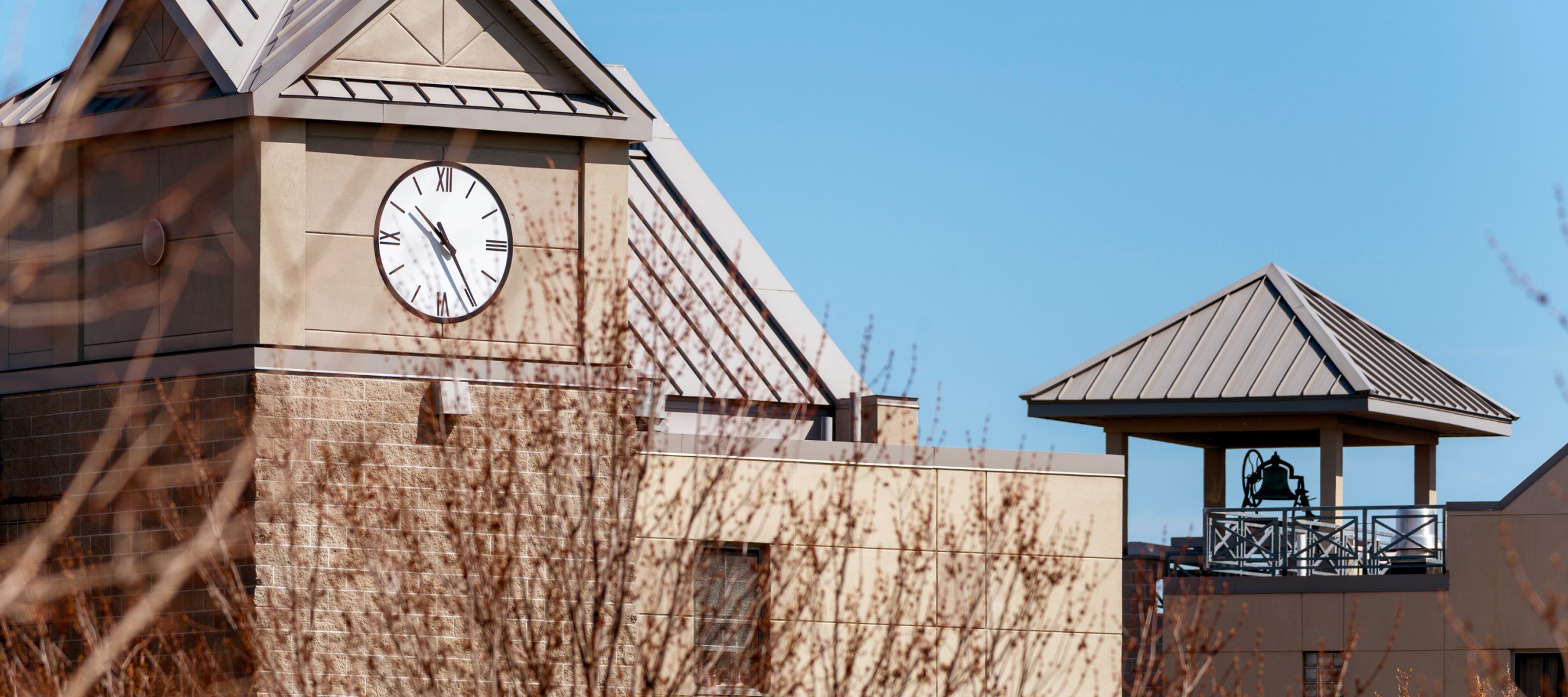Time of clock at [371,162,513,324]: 10:24
